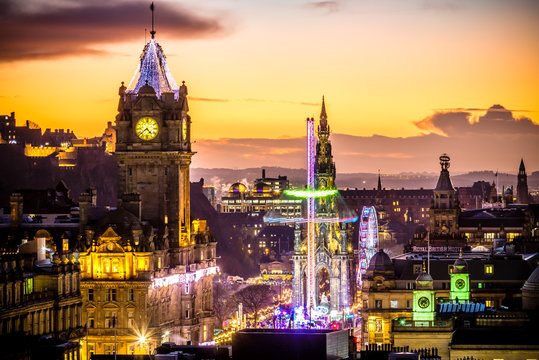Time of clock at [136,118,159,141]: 4:38
